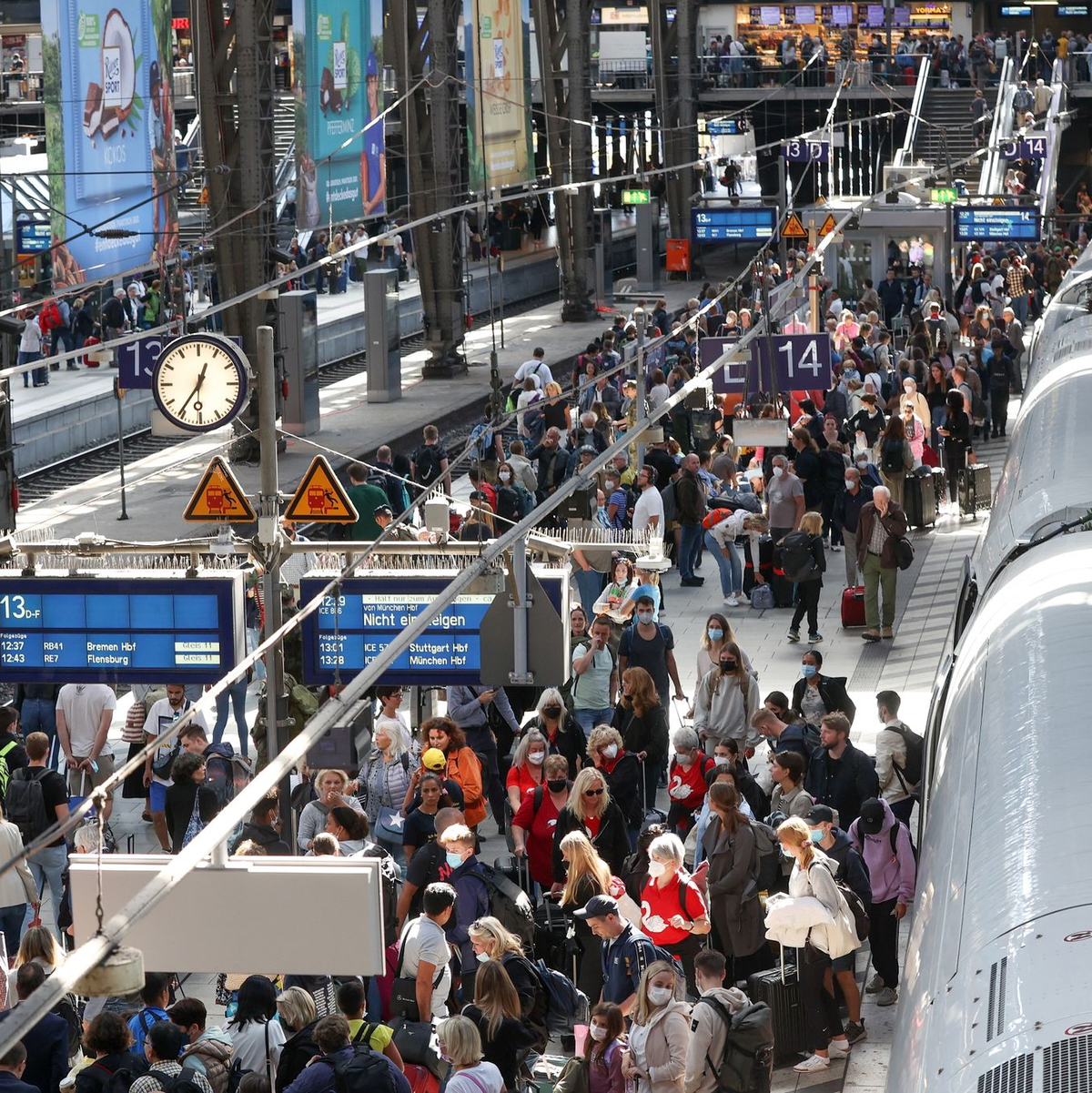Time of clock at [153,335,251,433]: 12:35
